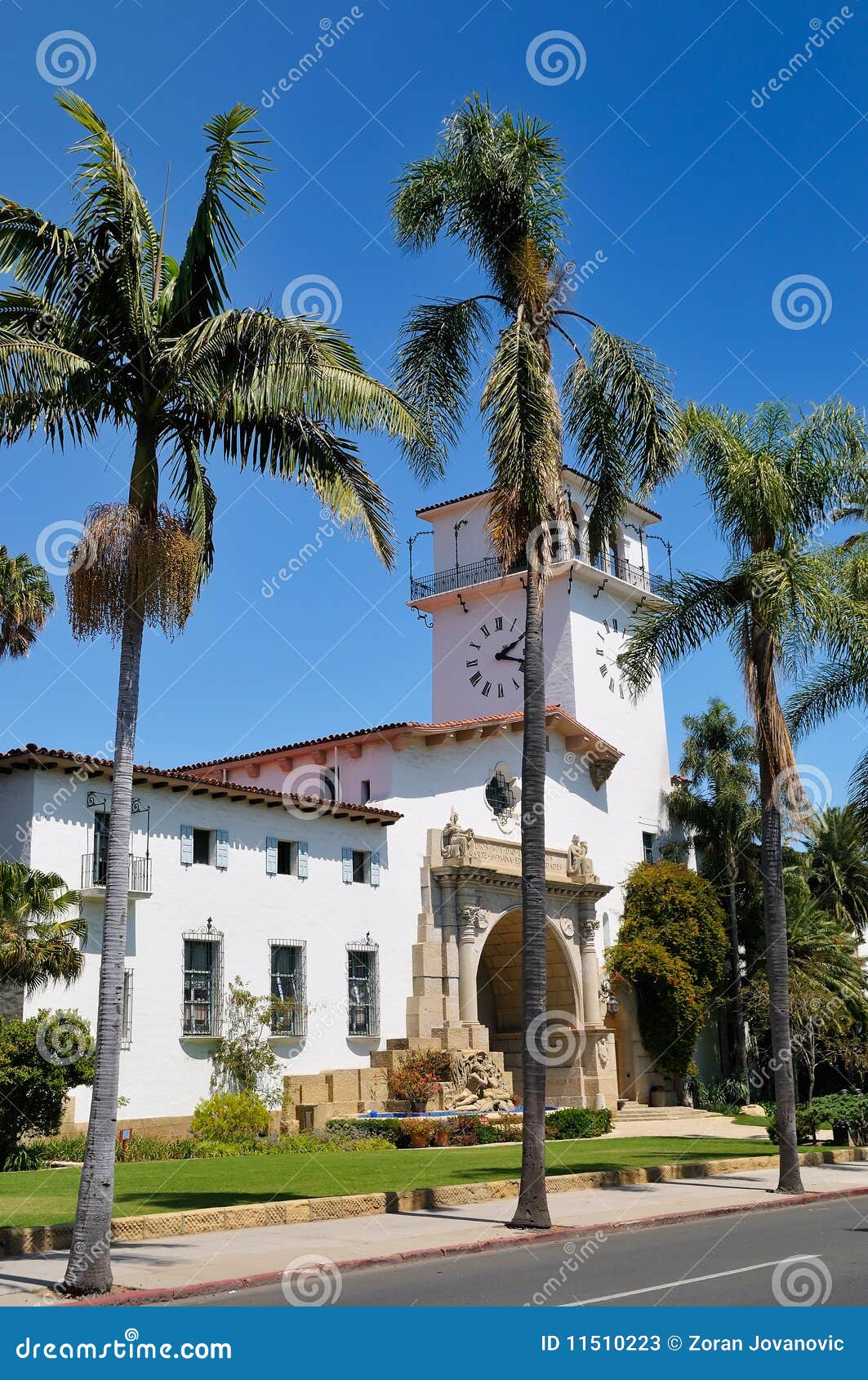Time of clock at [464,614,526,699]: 2:18
